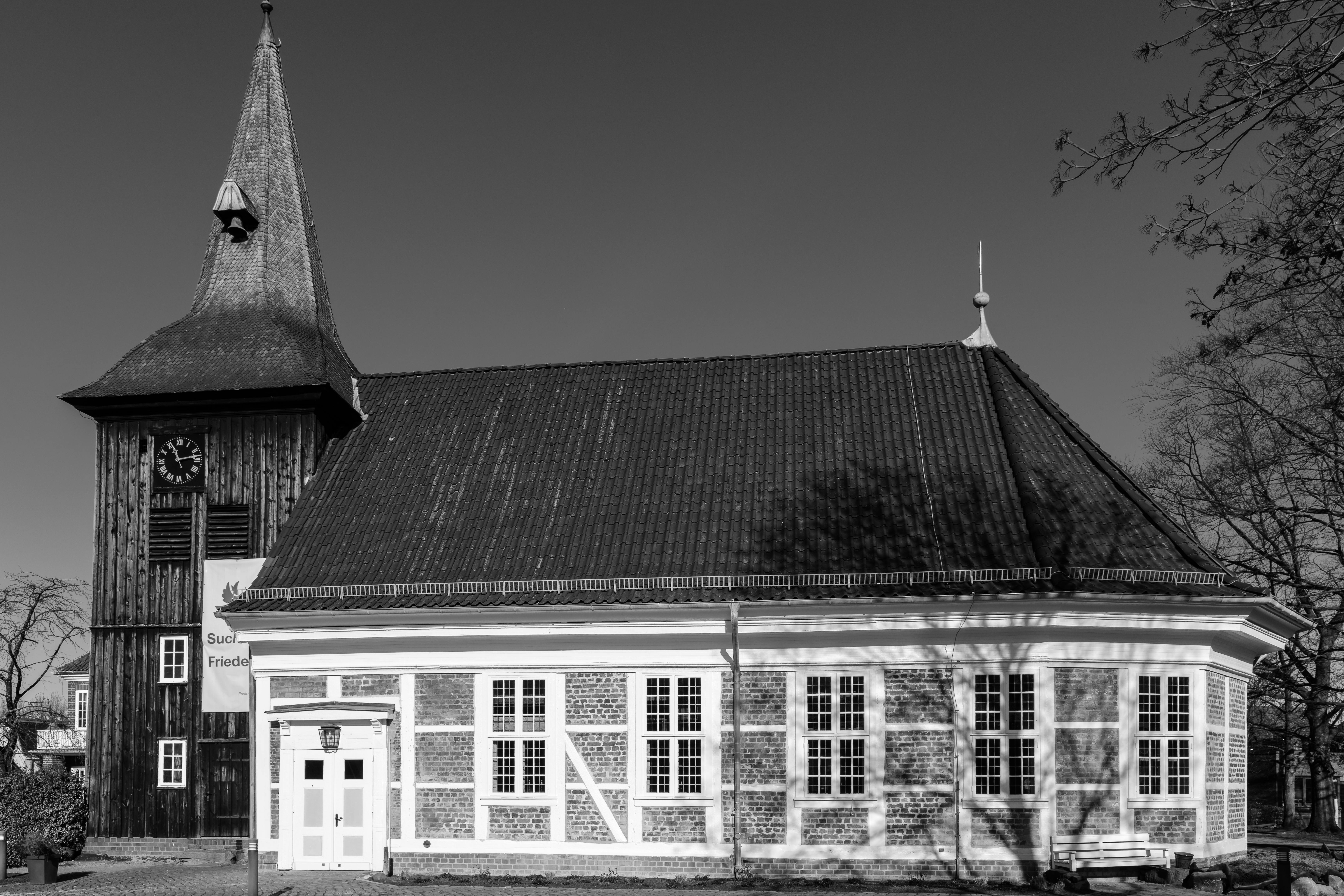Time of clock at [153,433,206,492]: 11:13
